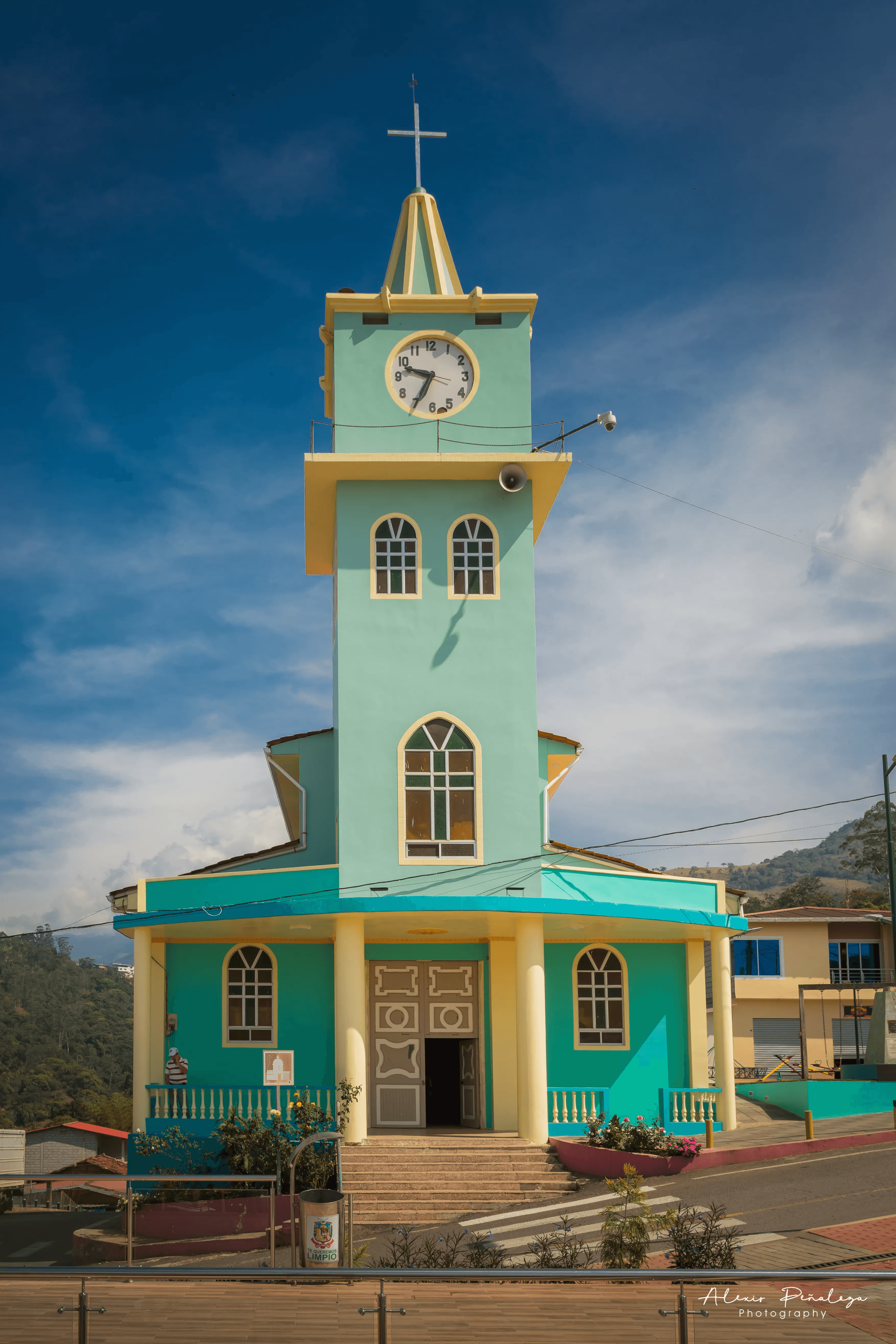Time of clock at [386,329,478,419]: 9:34
